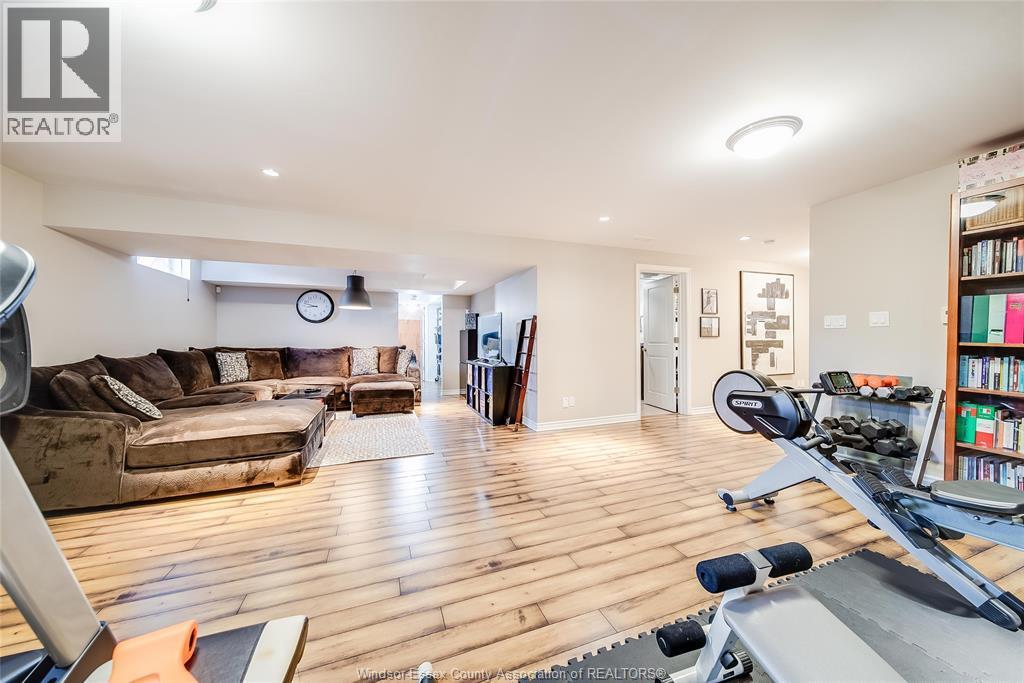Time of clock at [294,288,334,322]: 8:47
